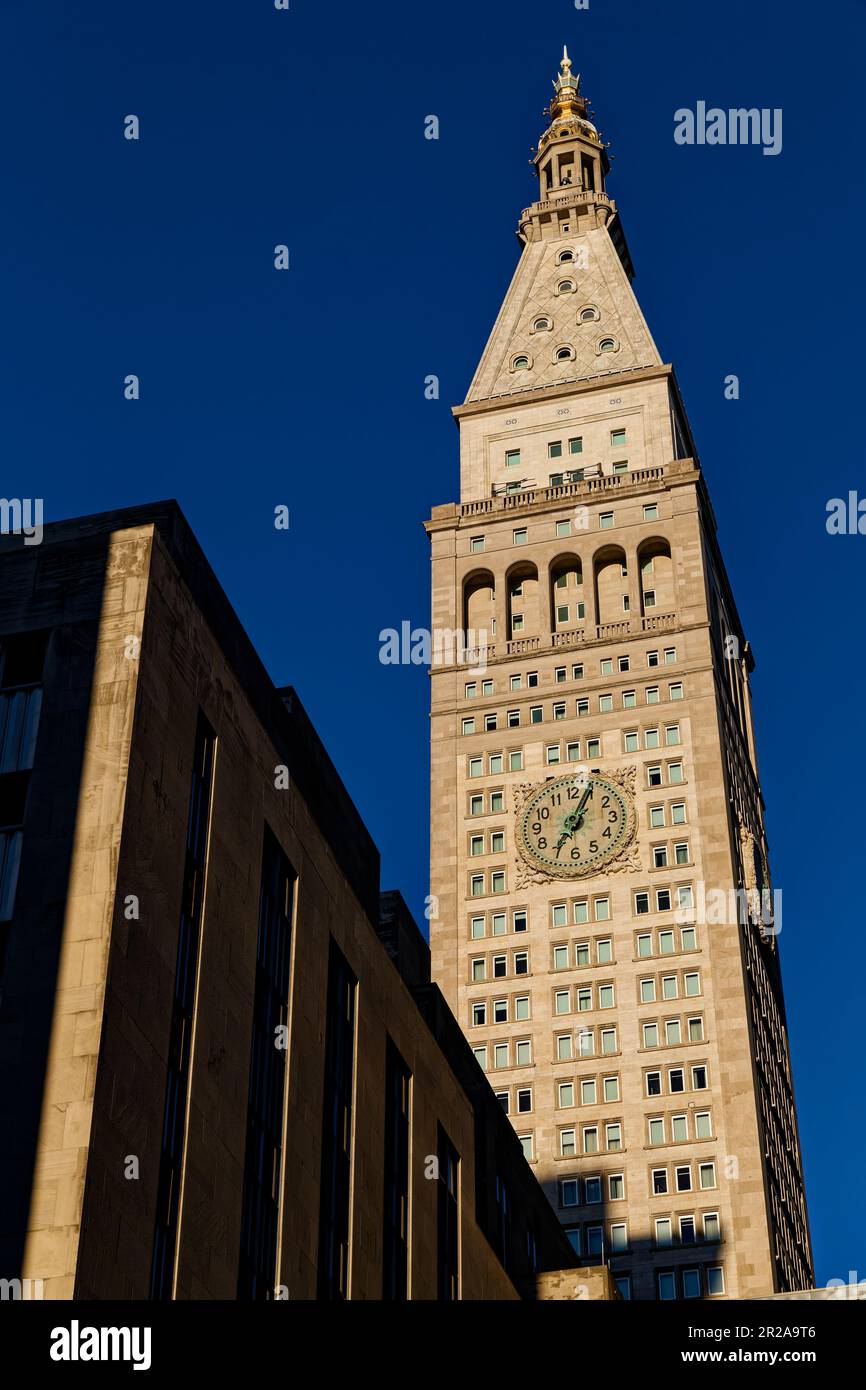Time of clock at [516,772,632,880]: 7:04
